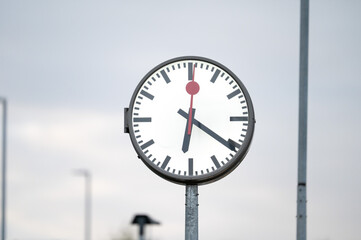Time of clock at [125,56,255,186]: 6:20
